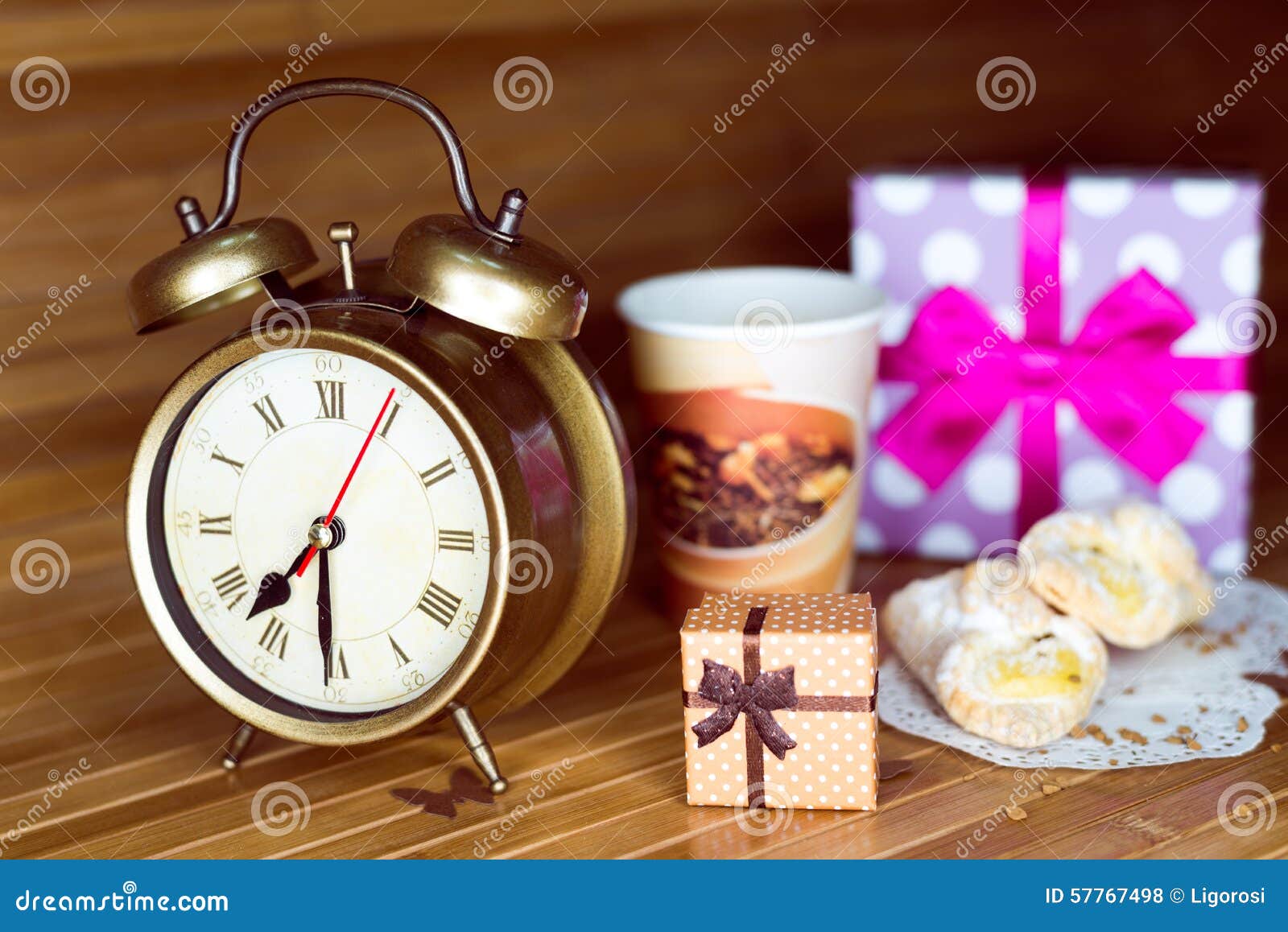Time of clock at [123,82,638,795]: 7:30
